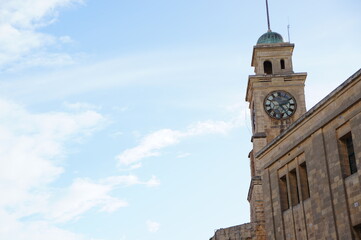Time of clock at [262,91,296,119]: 2:24
